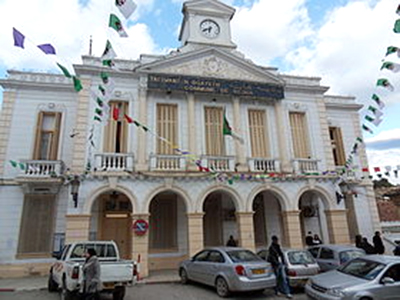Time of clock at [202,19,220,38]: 6:41
